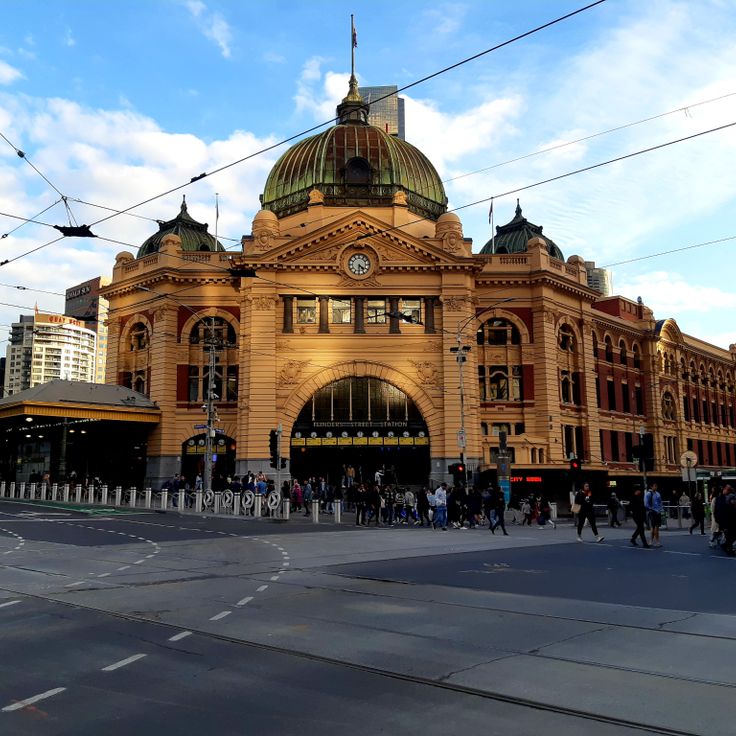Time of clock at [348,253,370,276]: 4:30
